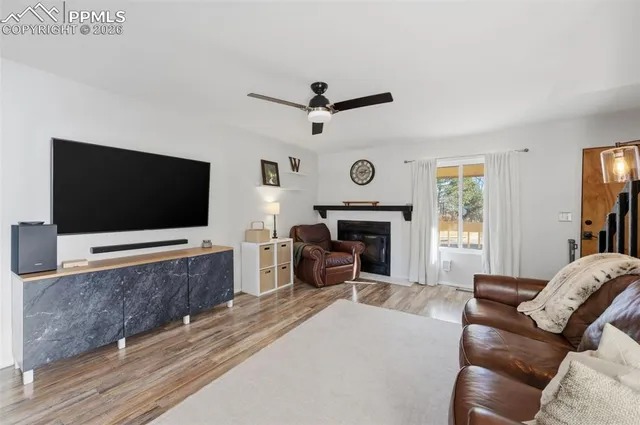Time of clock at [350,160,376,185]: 2:15
